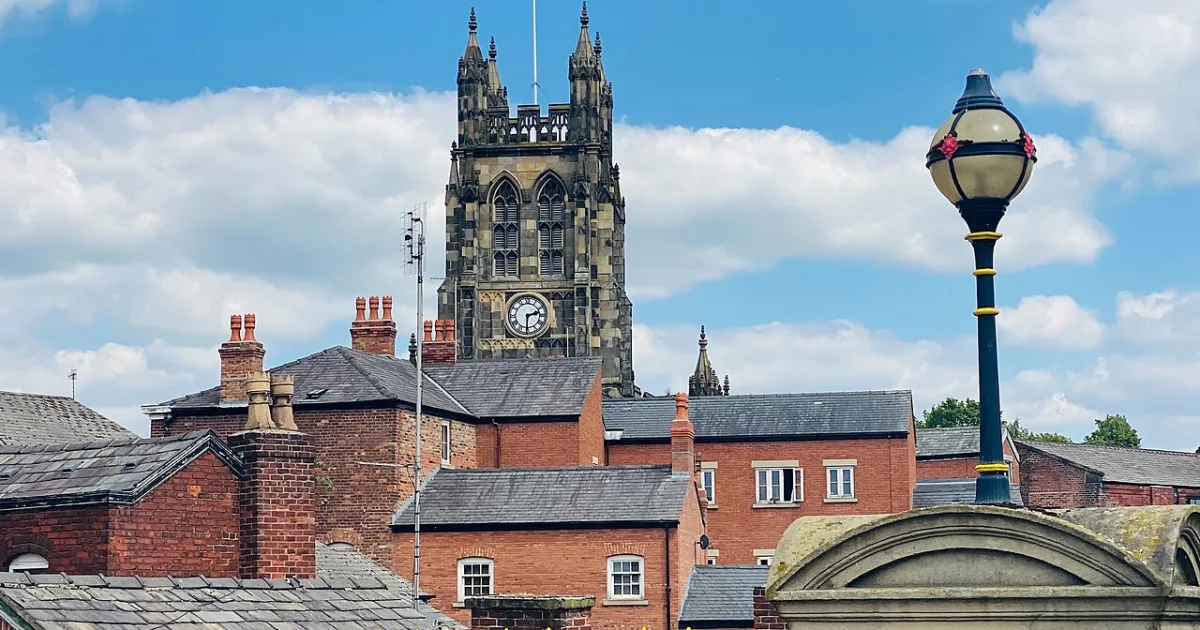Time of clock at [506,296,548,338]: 2:30
